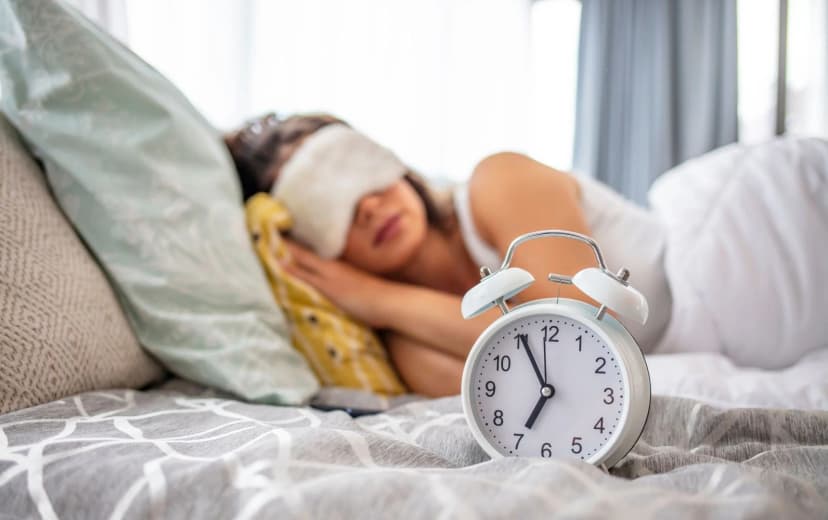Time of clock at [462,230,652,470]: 6:55
